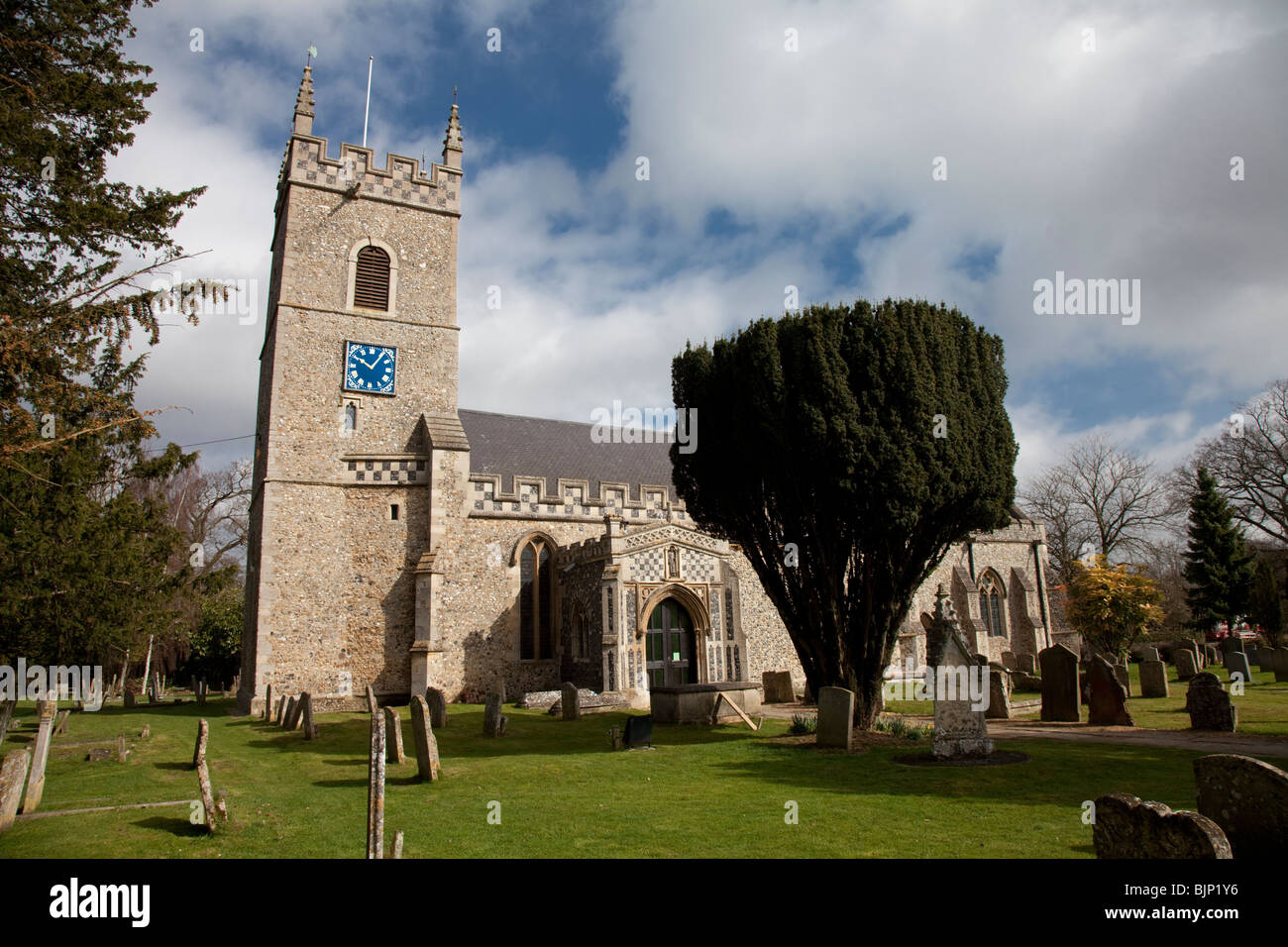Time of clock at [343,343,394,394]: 10:06
